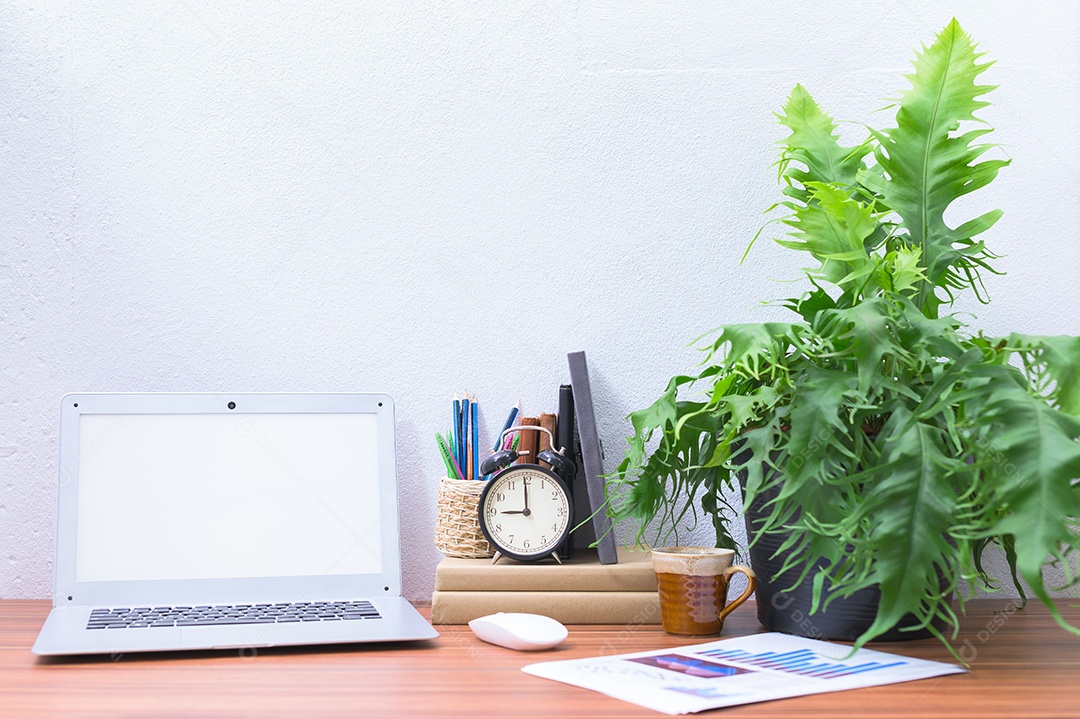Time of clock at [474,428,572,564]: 8:59
